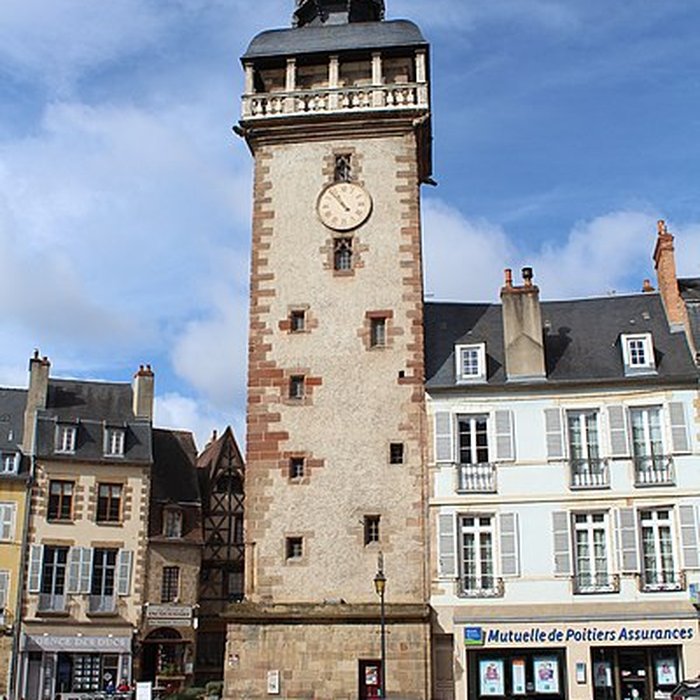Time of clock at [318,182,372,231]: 10:53
